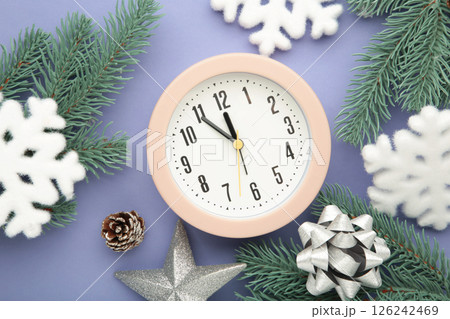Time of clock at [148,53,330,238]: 11:54
